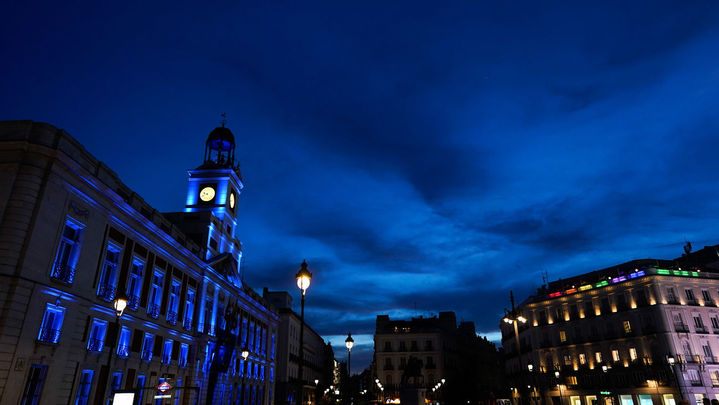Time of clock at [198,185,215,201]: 9:42
